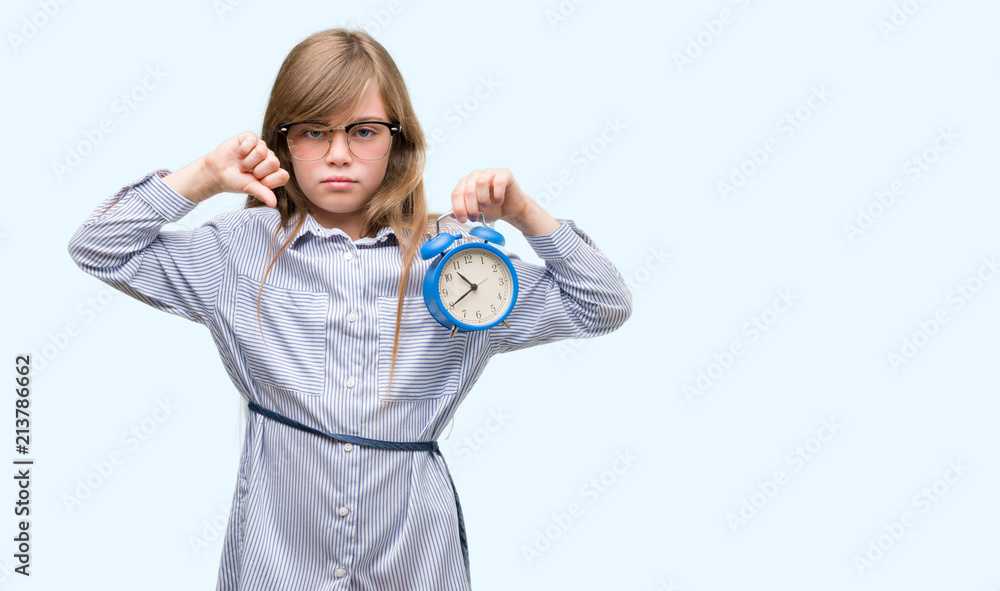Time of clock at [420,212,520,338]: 10:40
